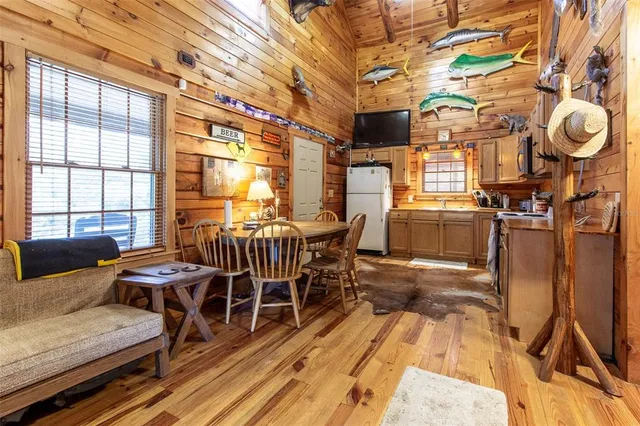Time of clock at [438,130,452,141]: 4:12
